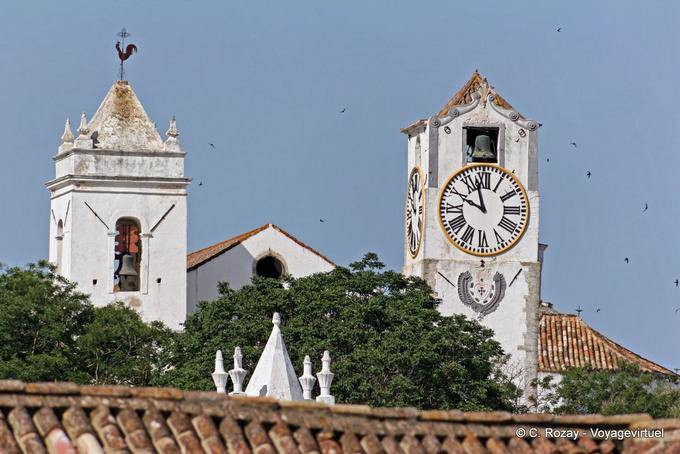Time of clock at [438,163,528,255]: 9:57
